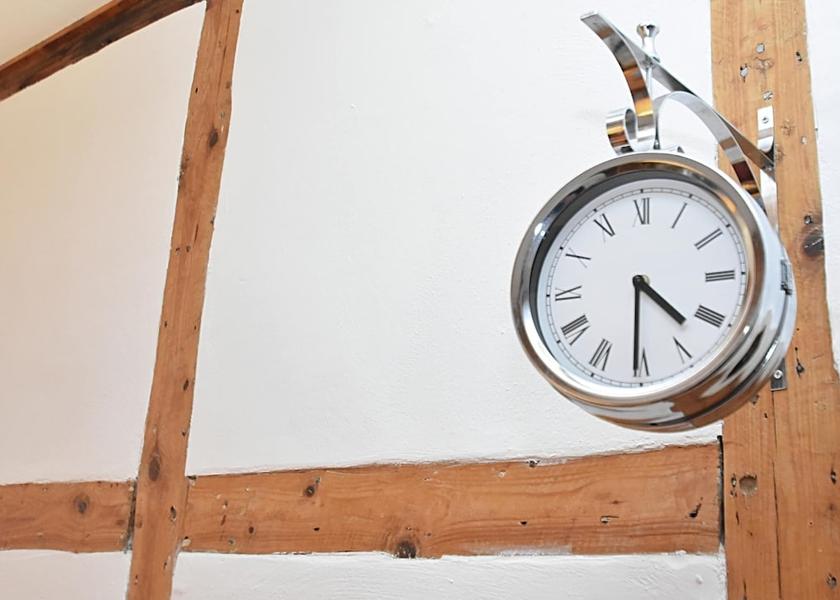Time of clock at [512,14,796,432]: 4:30
